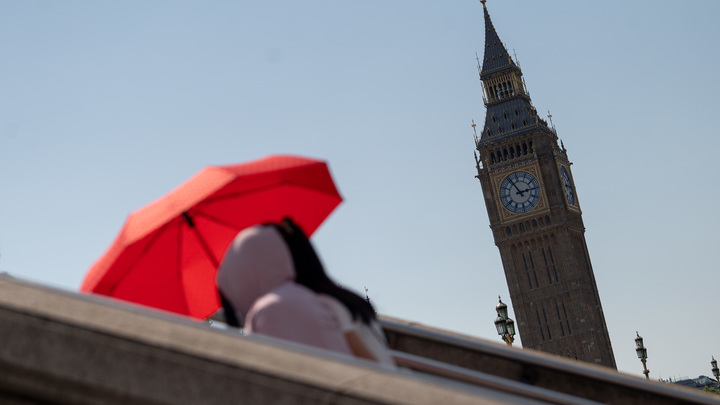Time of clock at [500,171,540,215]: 2:56
